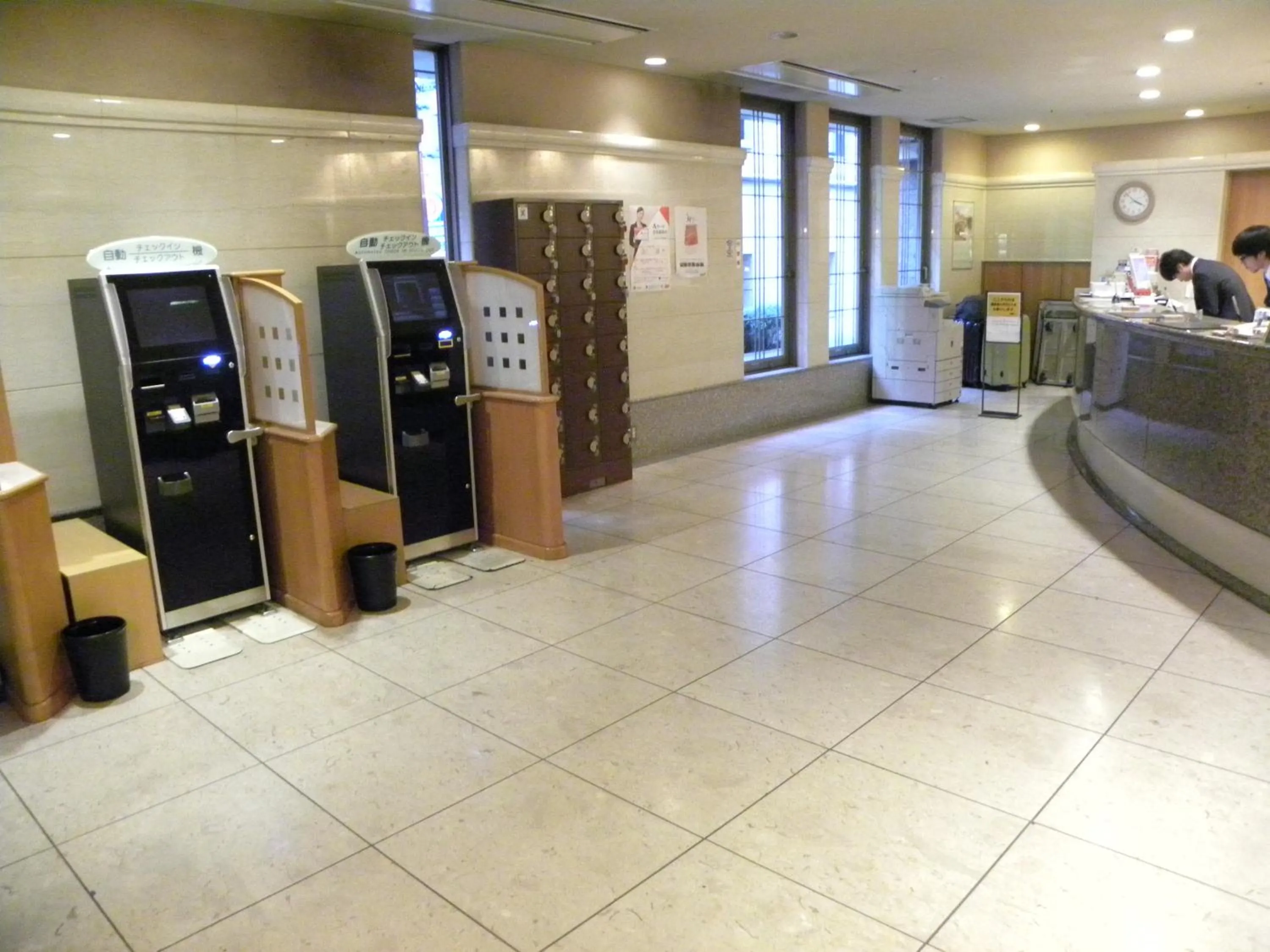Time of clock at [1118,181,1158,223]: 3:52
